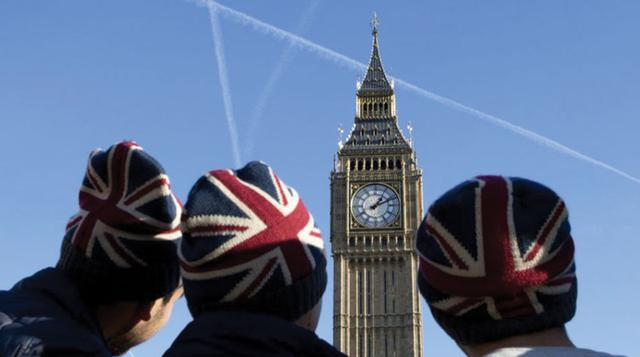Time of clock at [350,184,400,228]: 1:11
